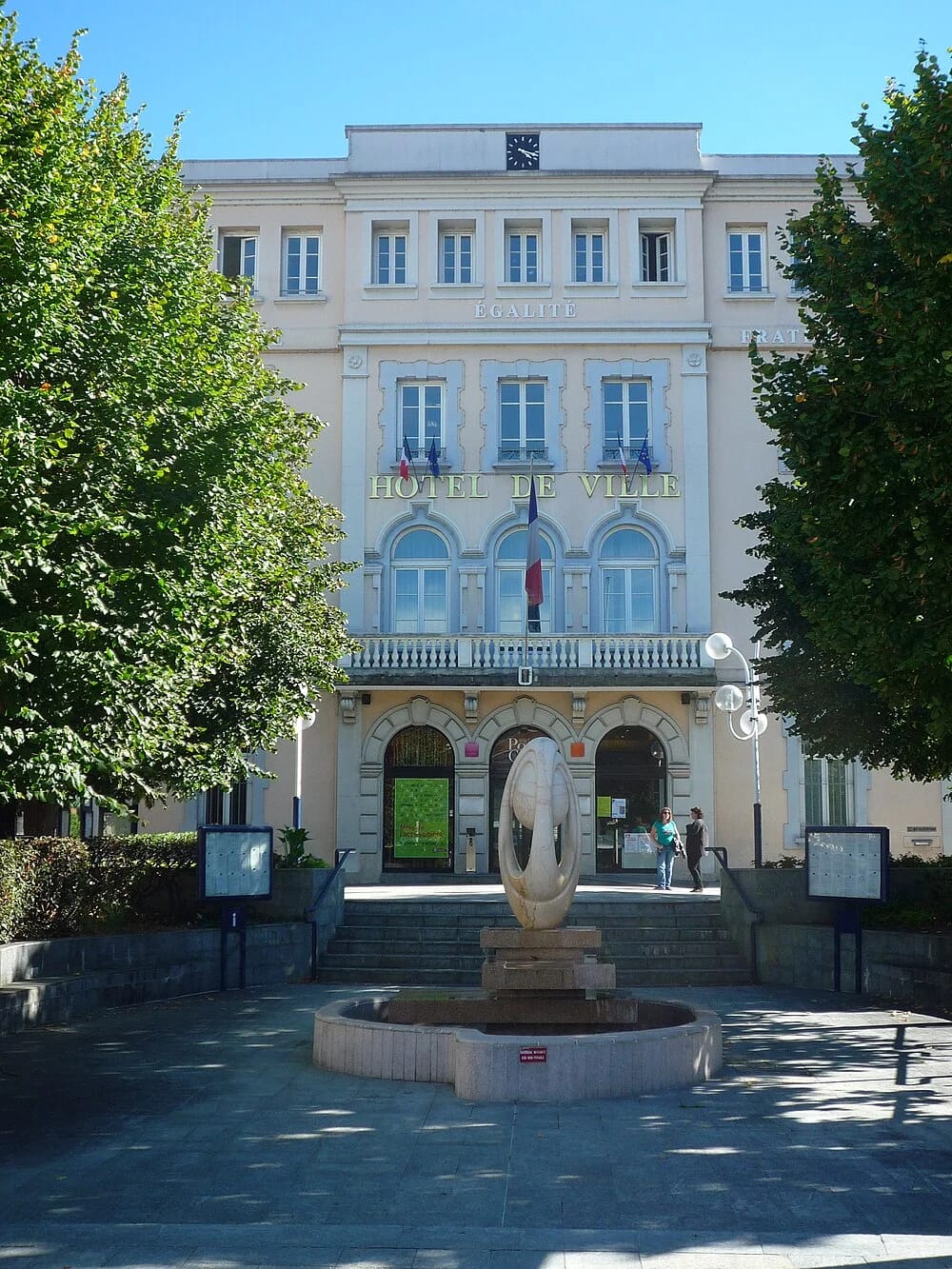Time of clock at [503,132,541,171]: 4:17
